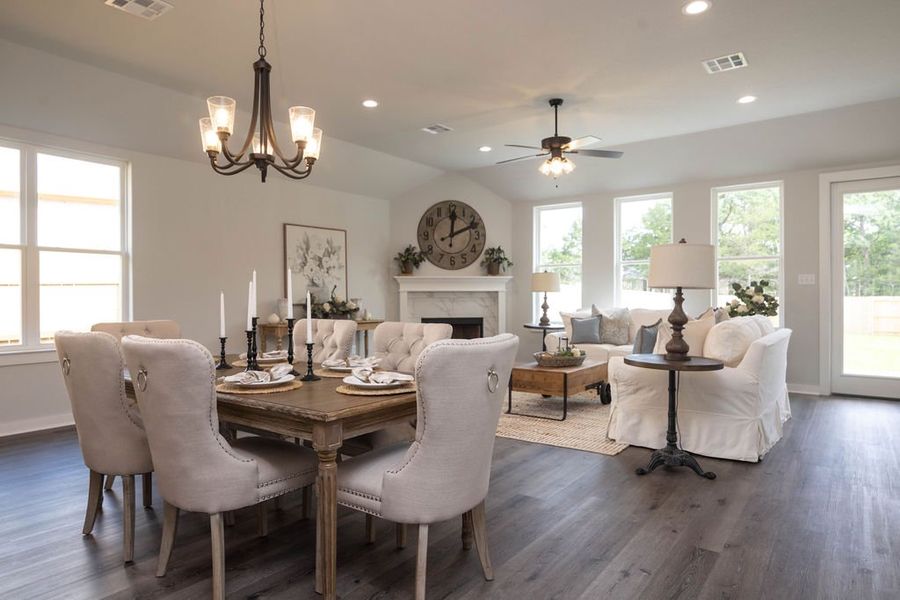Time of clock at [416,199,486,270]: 12:11
